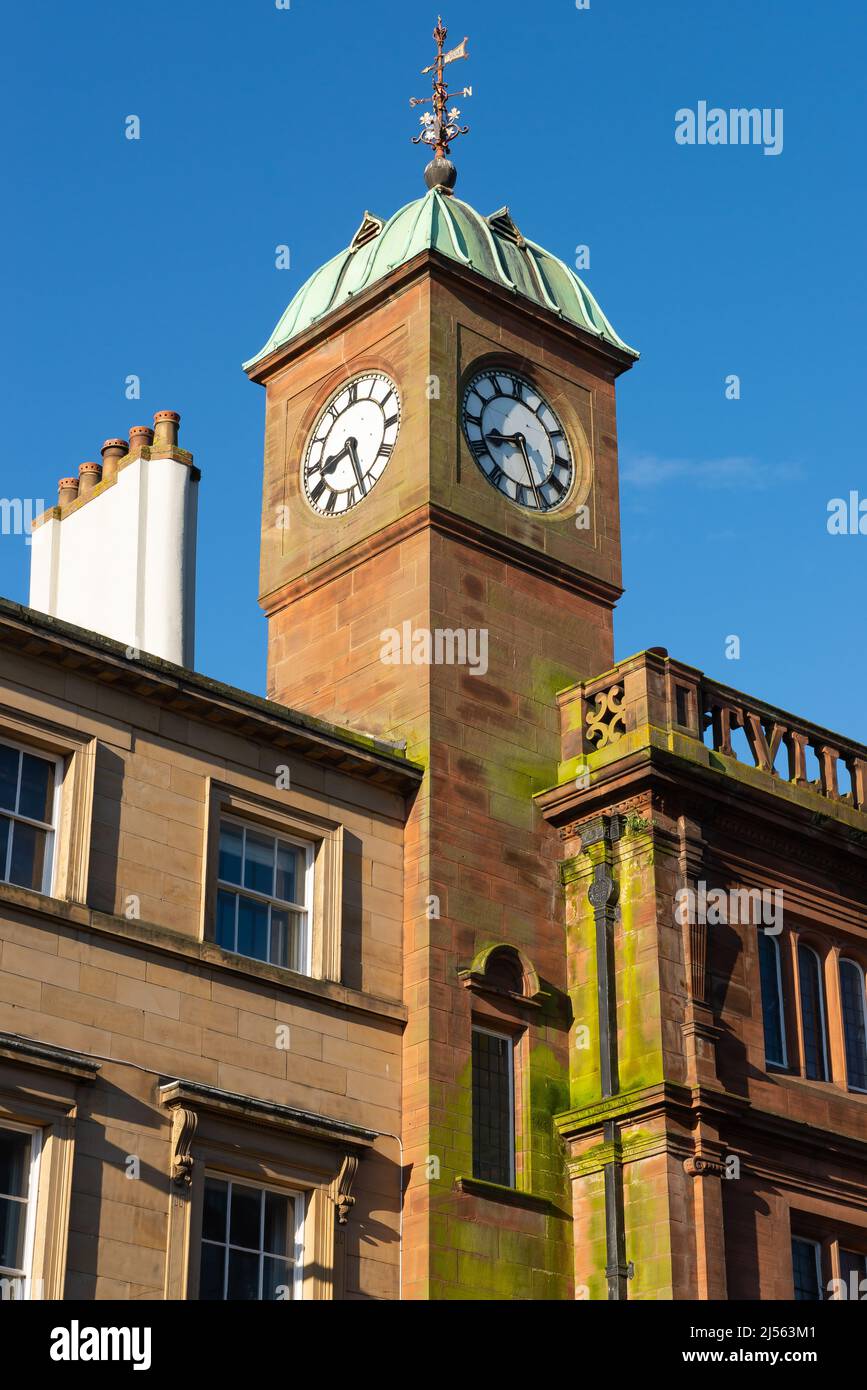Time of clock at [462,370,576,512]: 8:26
